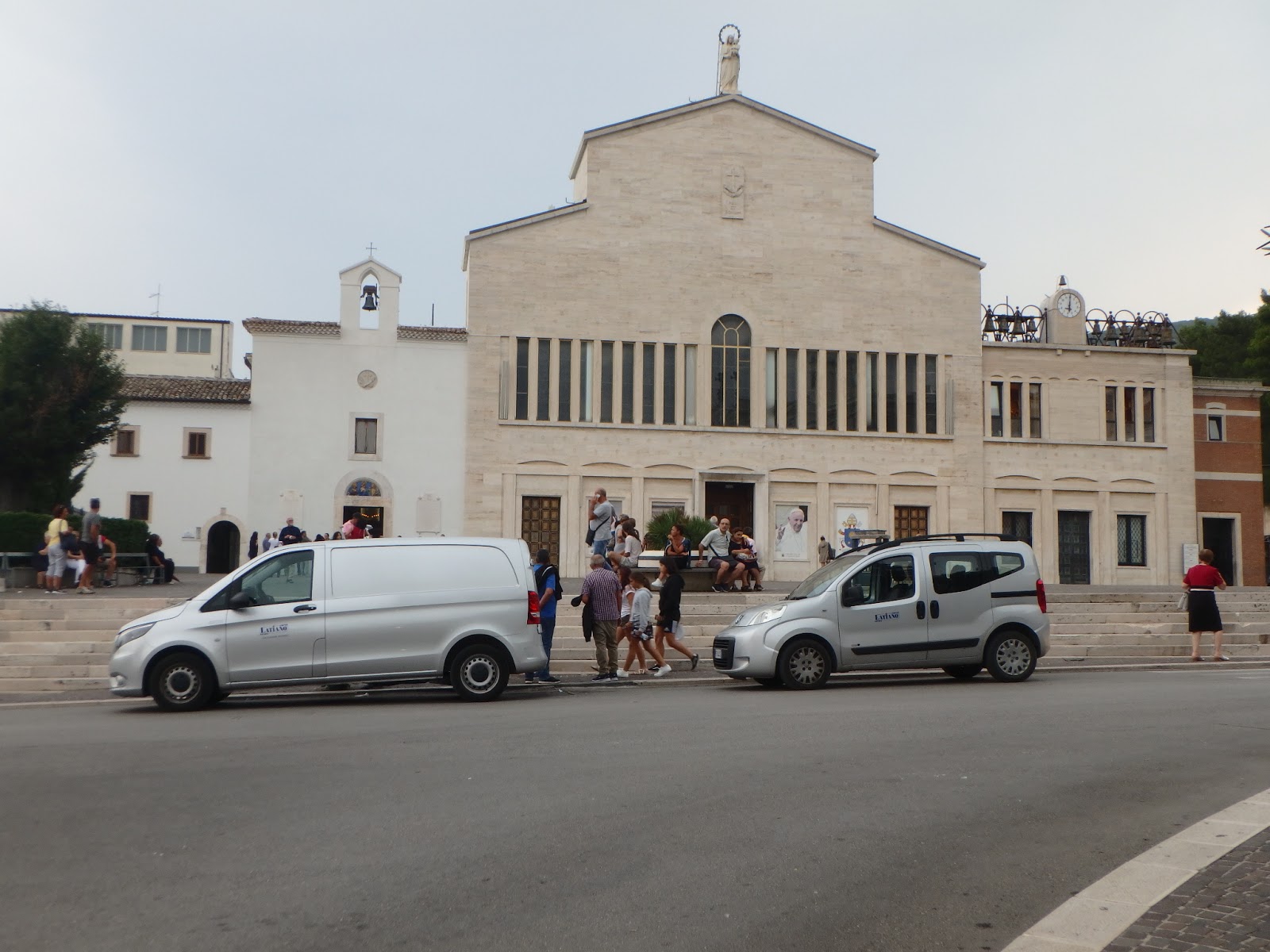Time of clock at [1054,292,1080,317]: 5:59
